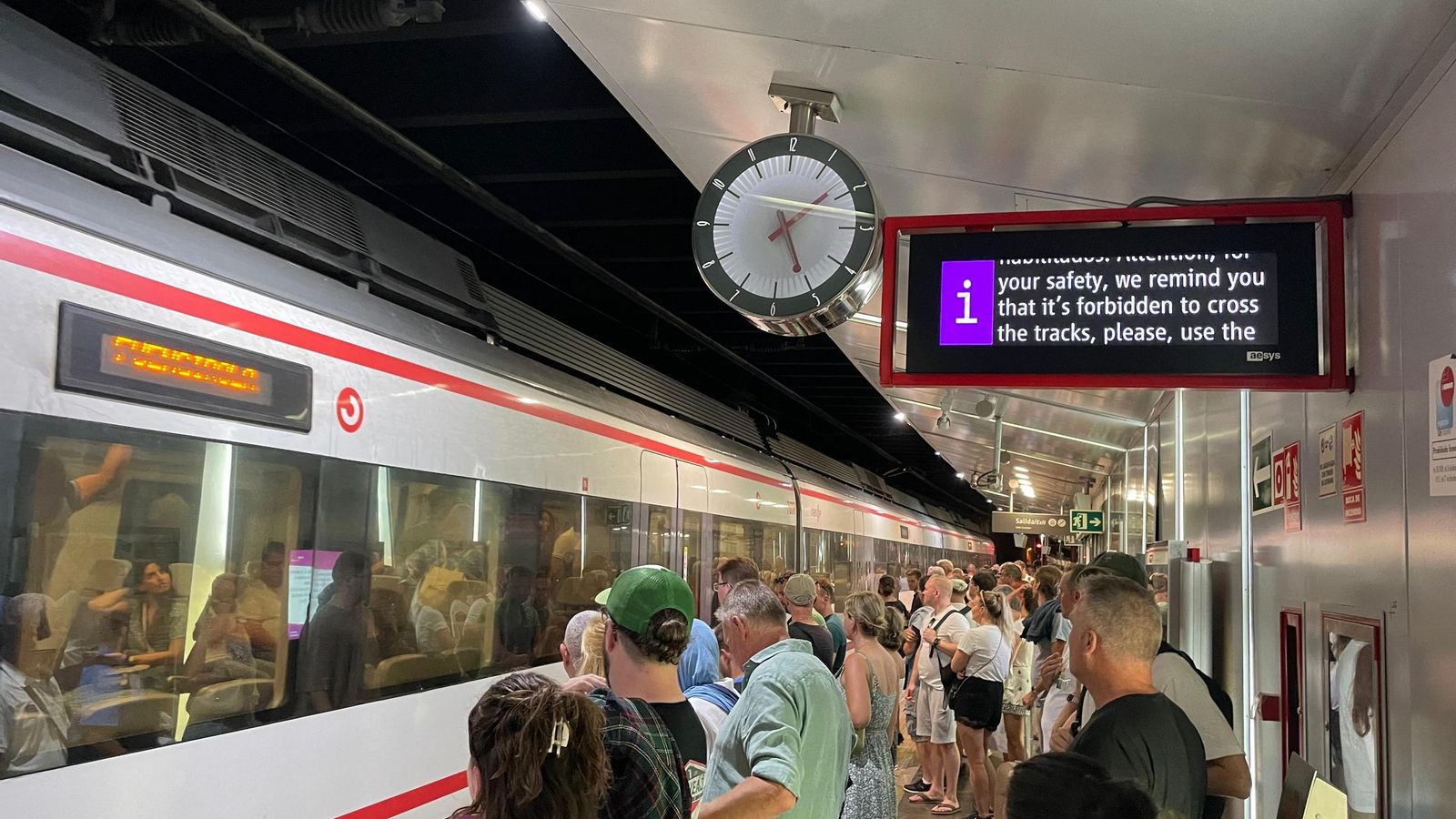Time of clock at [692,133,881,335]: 5:08
